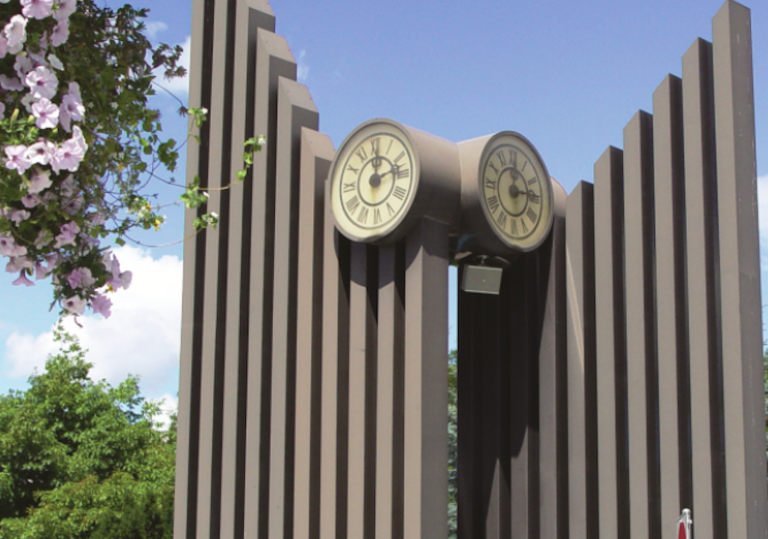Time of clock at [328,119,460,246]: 12:13
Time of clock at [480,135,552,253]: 12:14
